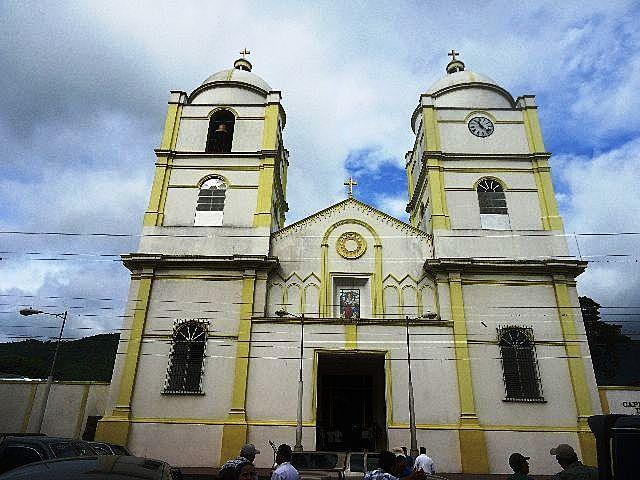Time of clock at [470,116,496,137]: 11:22
